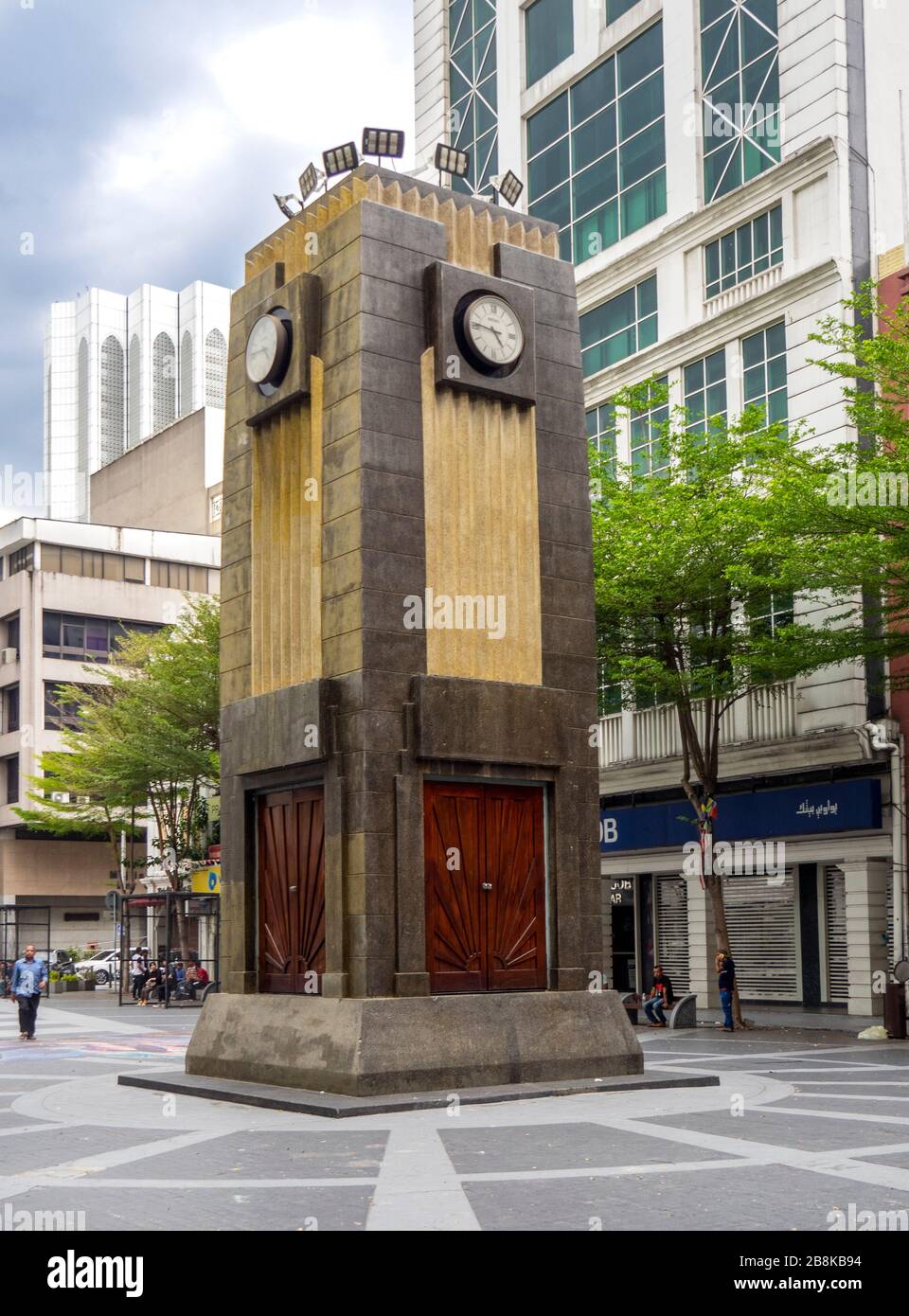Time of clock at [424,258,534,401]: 4:46
